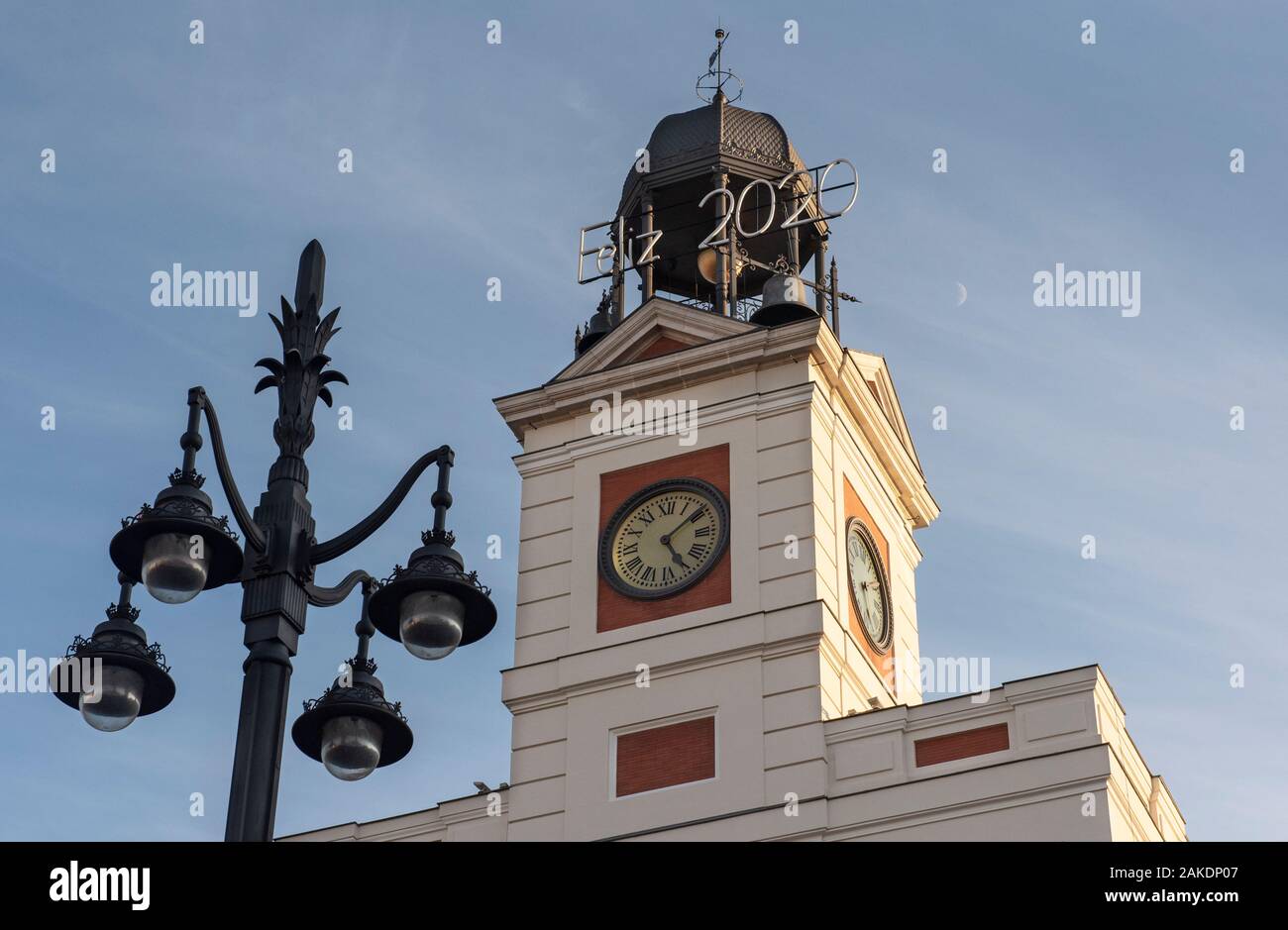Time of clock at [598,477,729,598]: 5:08
